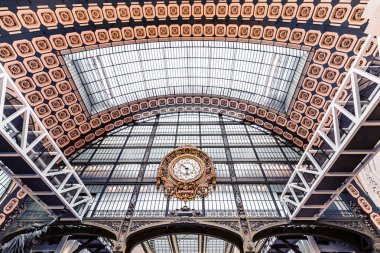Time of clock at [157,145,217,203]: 5:51
